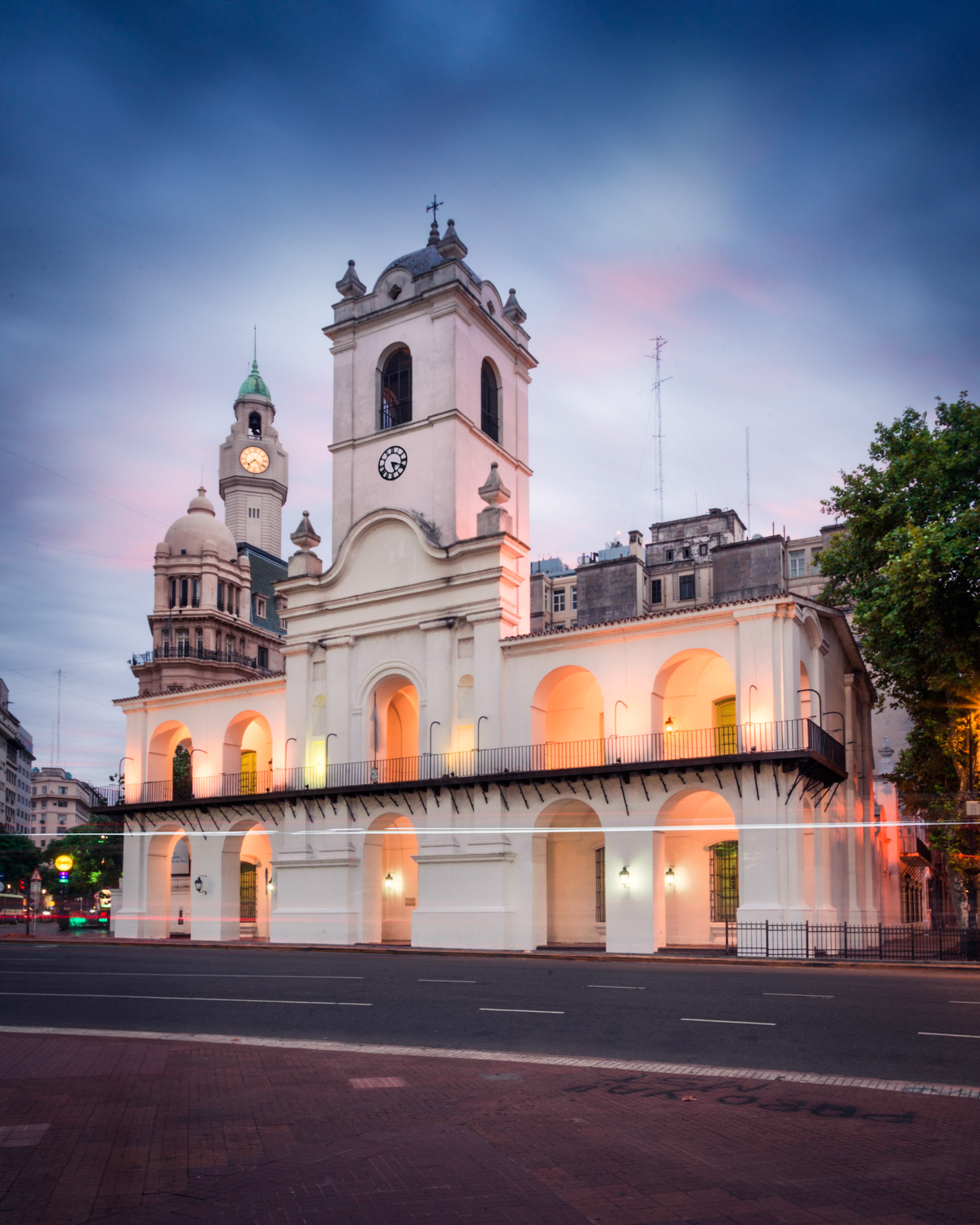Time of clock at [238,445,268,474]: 7:21
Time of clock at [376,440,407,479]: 5:18
